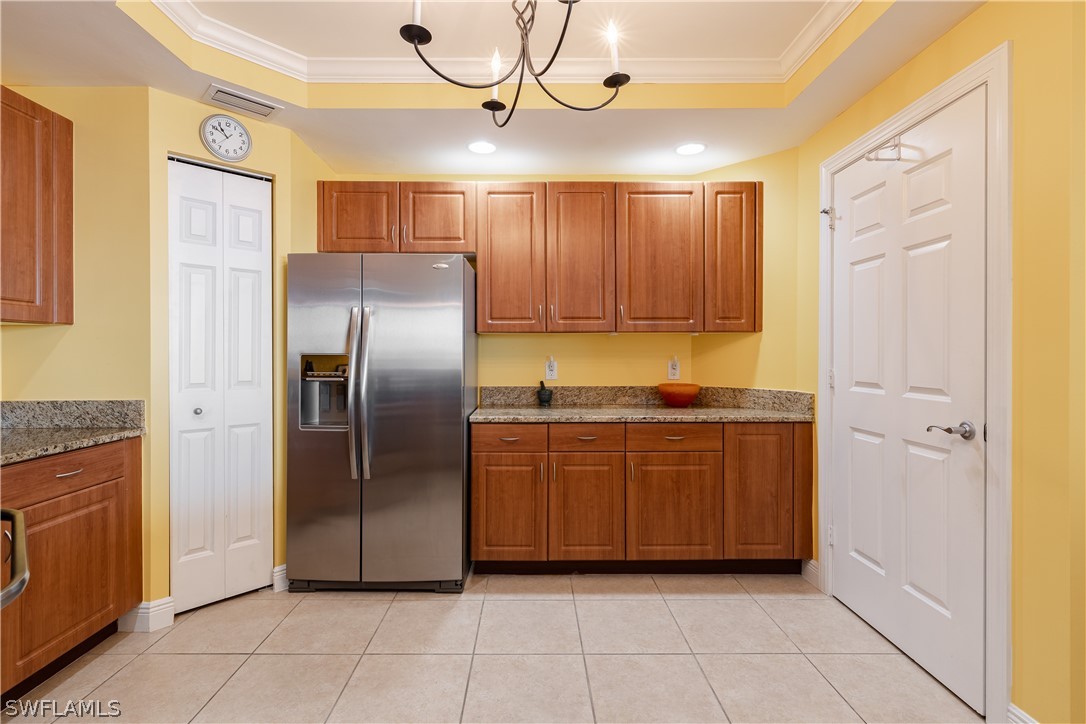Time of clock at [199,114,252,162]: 10:49
